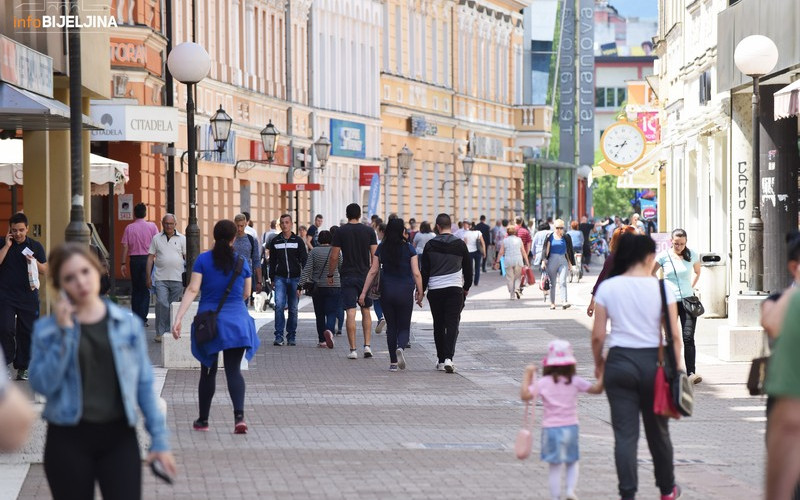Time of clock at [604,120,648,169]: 8:36
